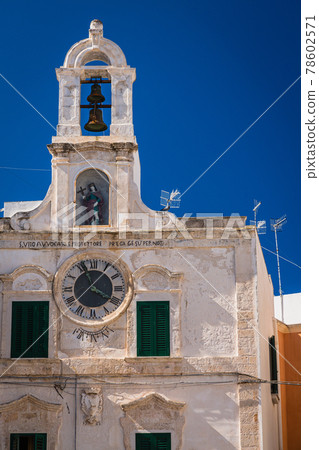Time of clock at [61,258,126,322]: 3:56
